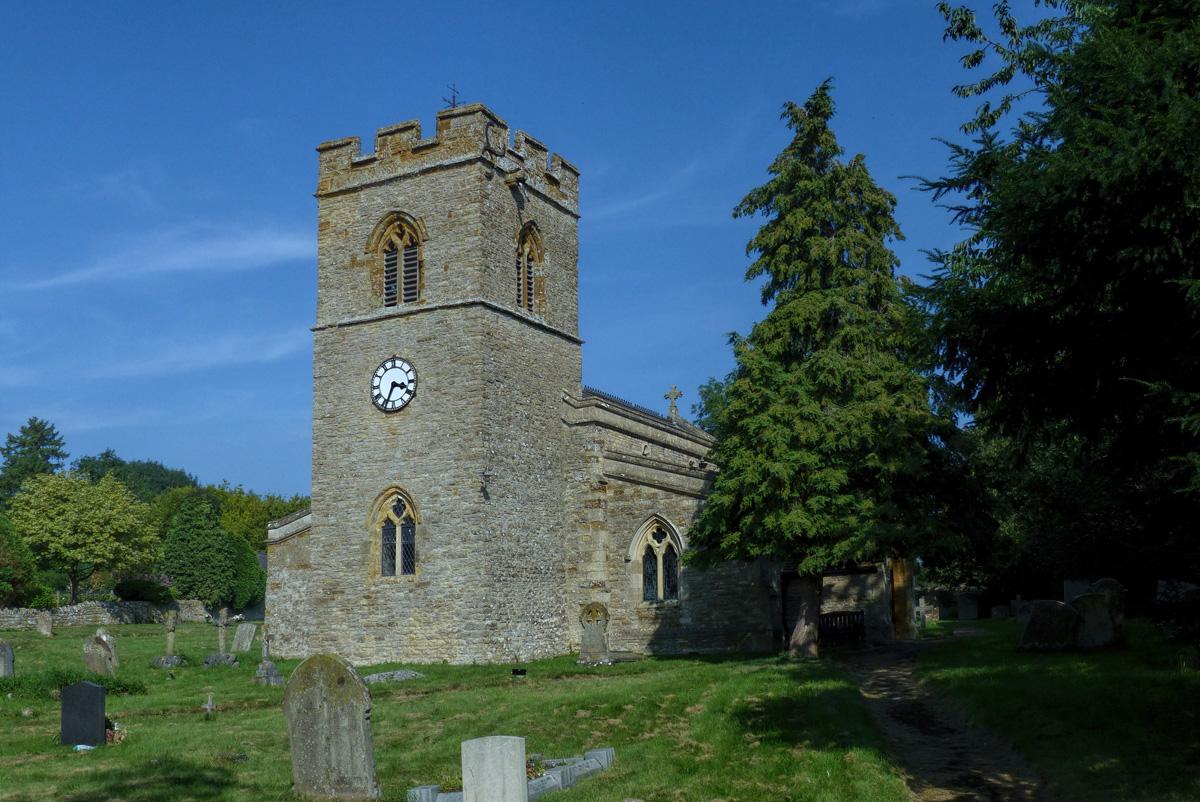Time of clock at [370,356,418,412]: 3:33
